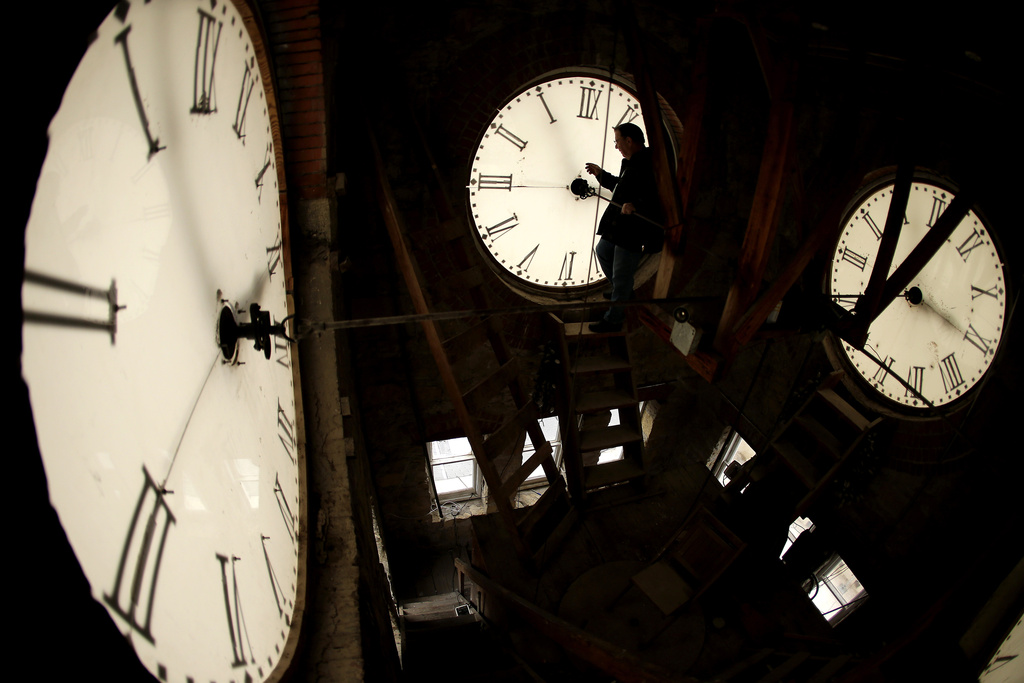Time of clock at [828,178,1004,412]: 1:20
